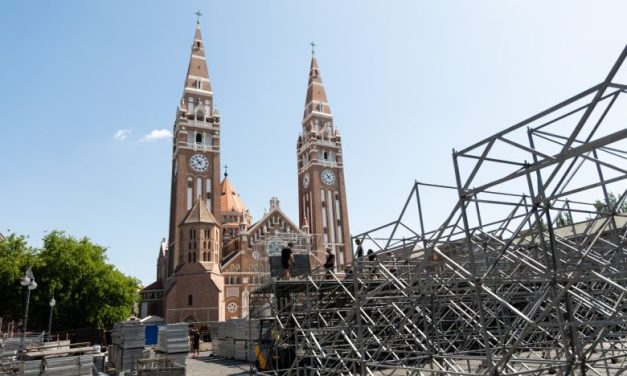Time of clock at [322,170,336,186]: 10:39
